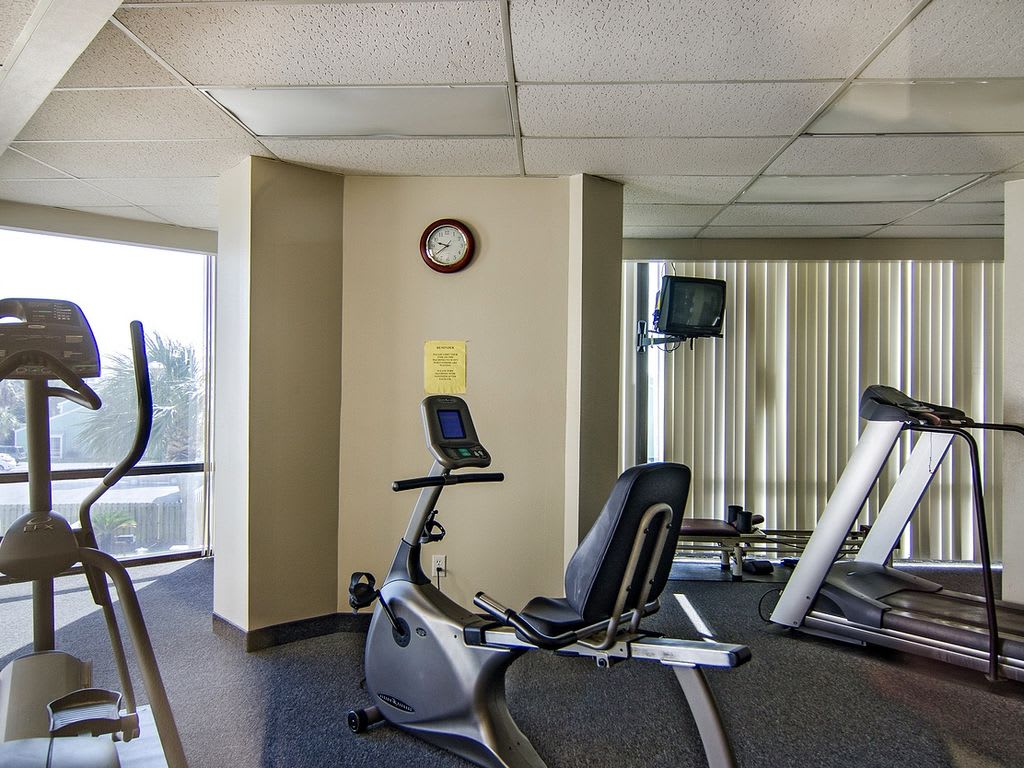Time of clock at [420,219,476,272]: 9:39
